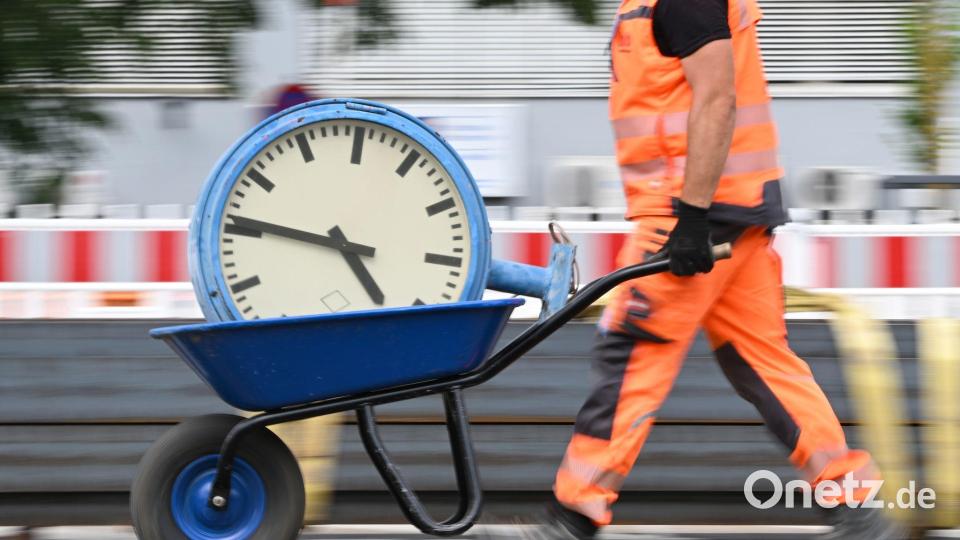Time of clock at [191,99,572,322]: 4:46
